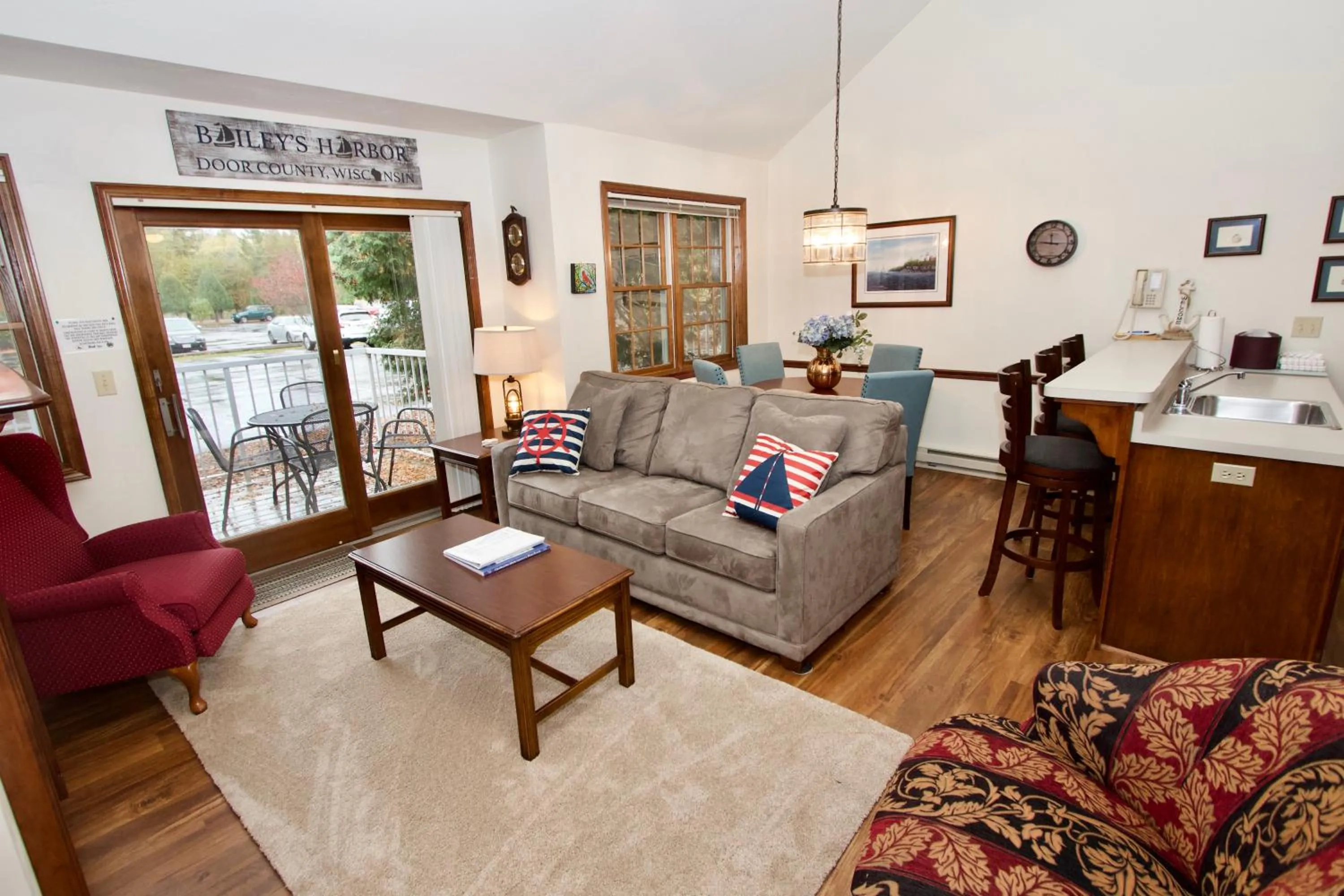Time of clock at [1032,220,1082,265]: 11:46
